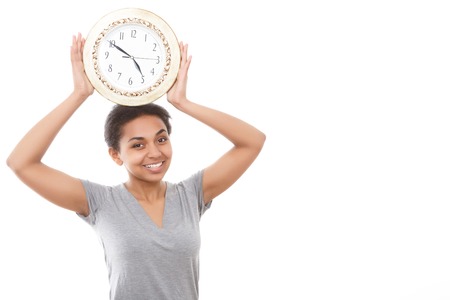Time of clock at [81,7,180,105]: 4:50
